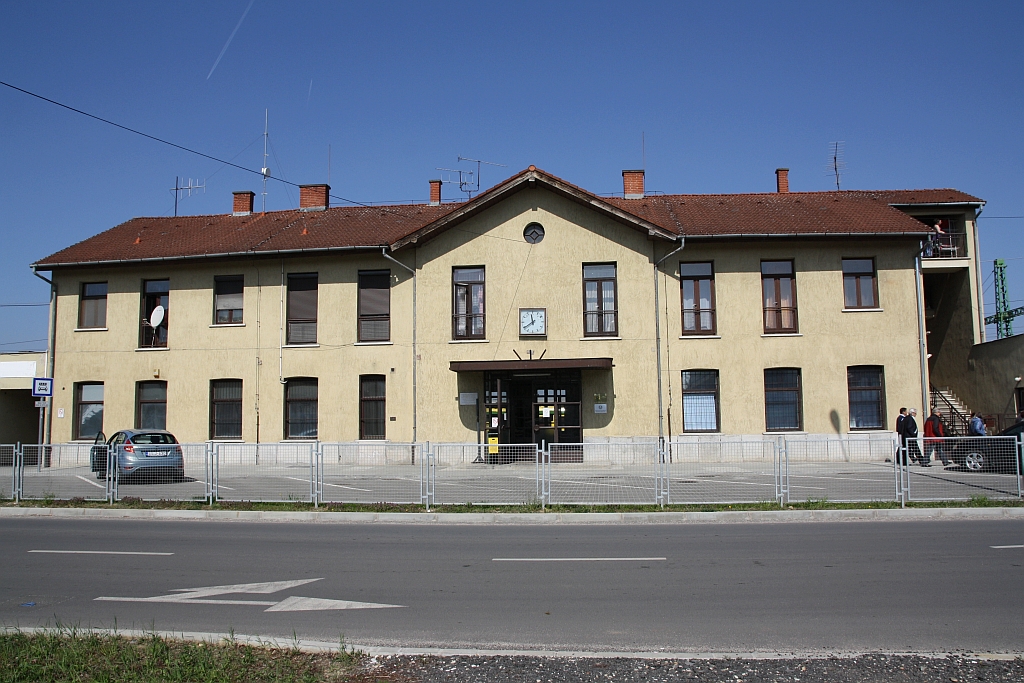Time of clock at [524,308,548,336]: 11:39
